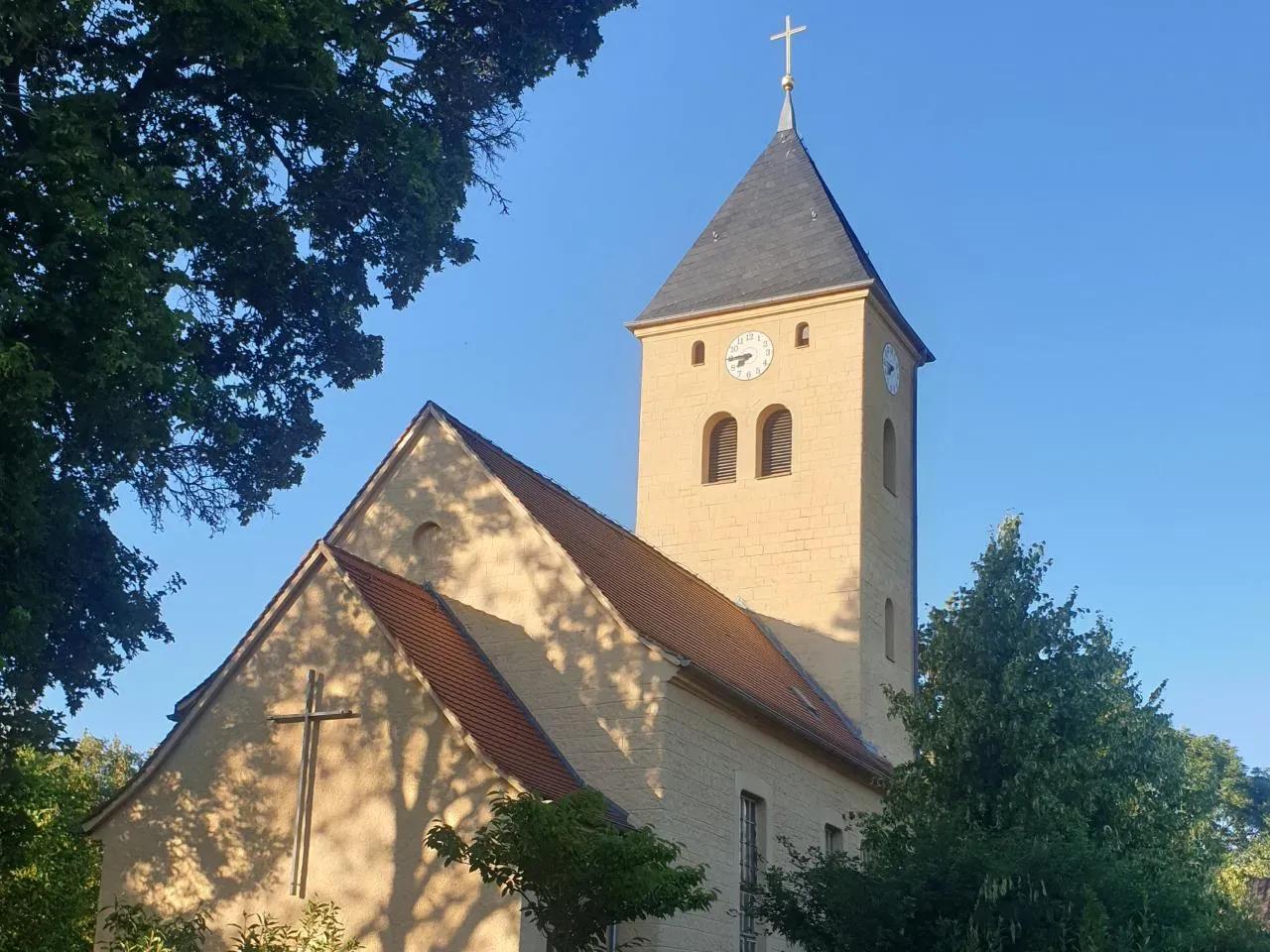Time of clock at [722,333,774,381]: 7:44
